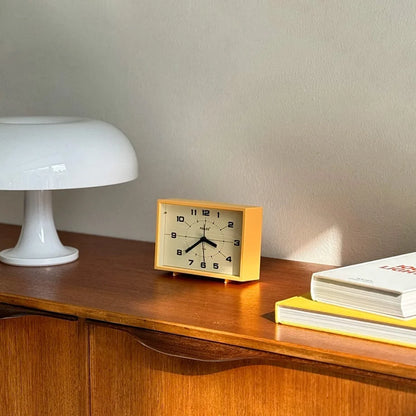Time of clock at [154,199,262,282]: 3:38
